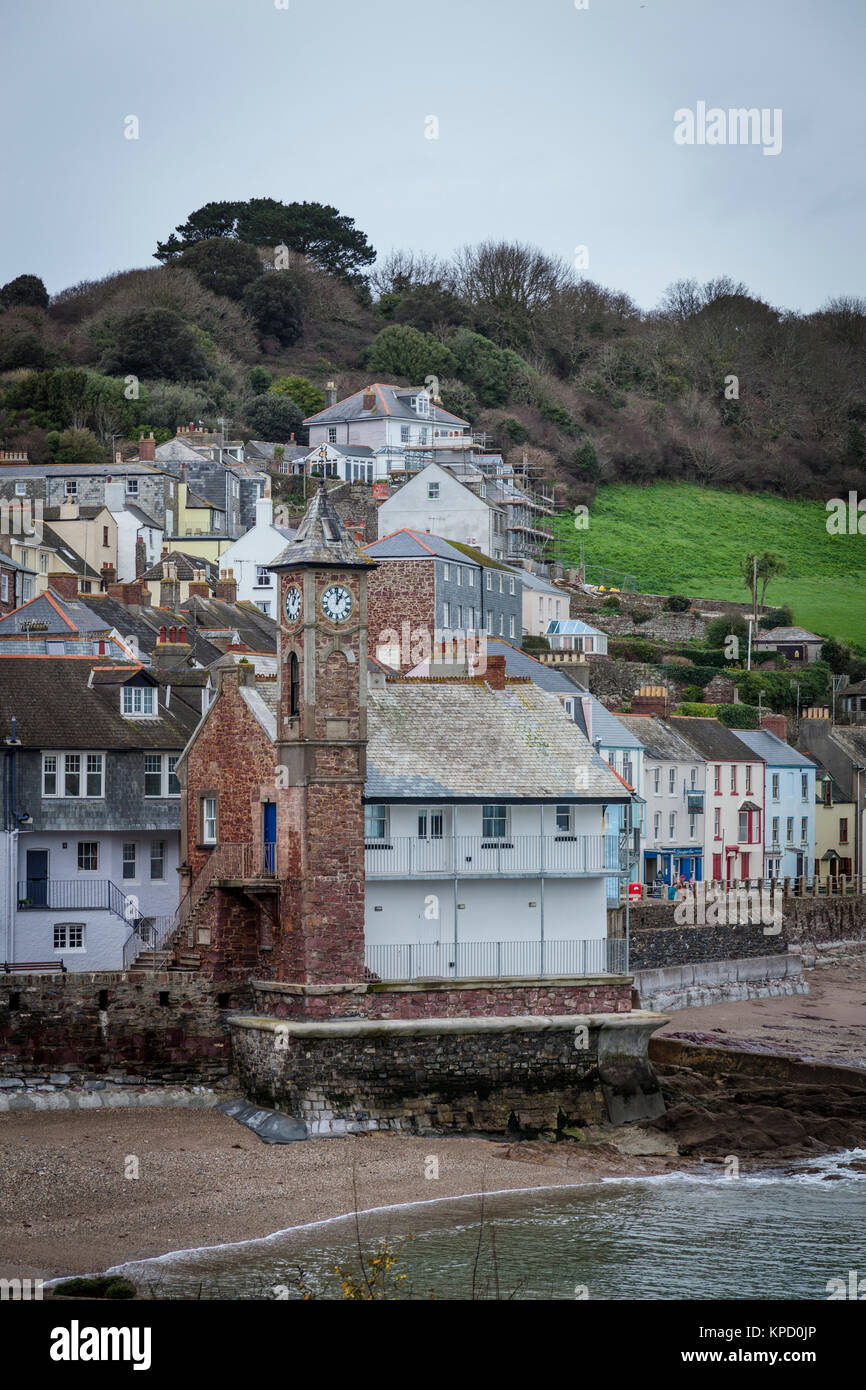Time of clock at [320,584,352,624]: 1:00
